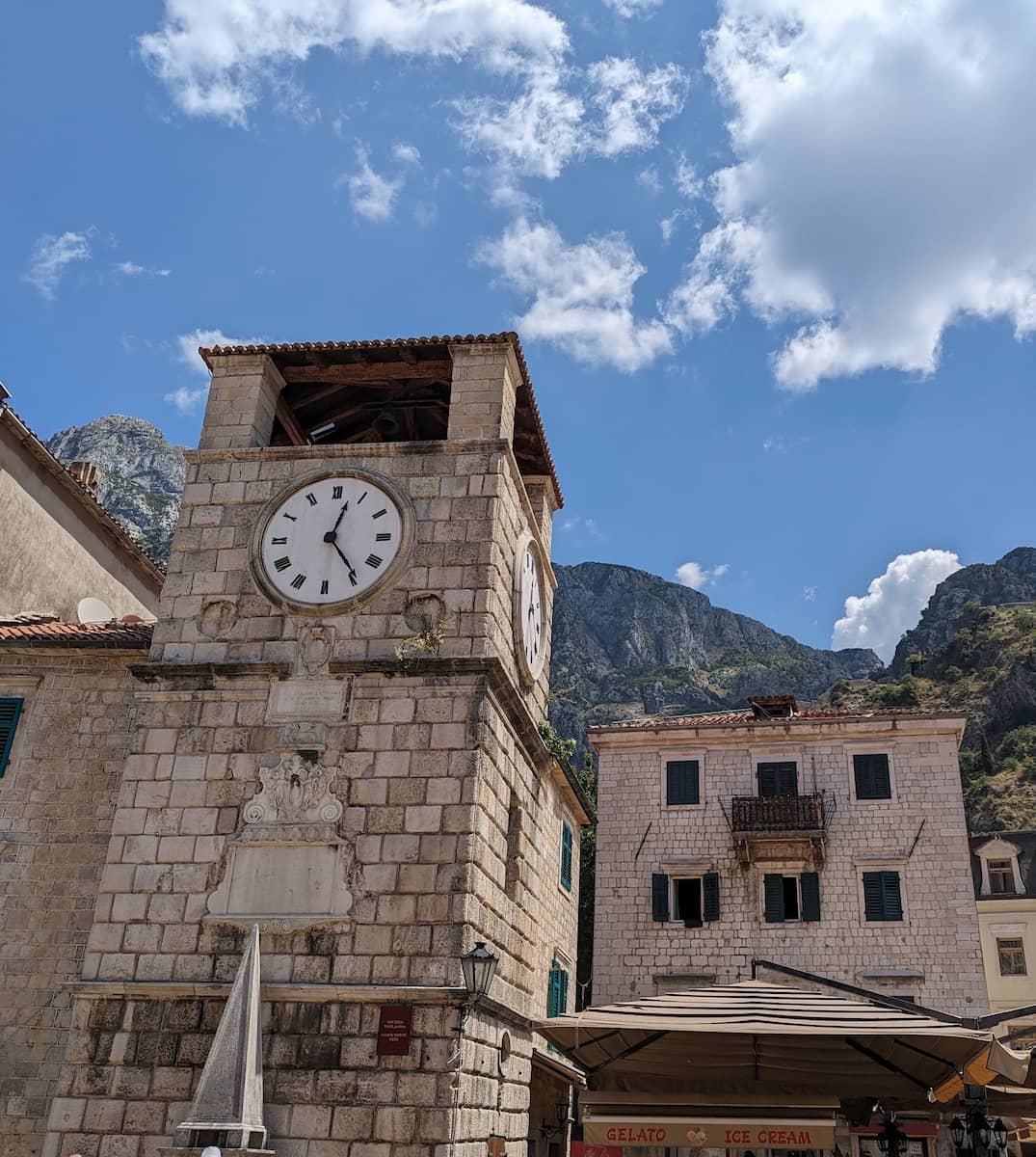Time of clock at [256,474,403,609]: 12:24
